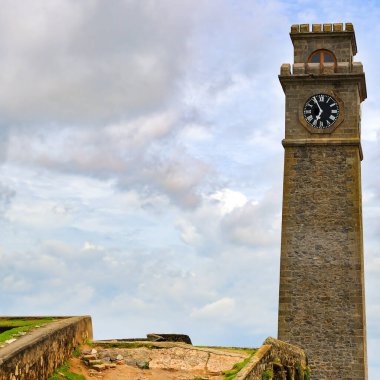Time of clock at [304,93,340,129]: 6:55
